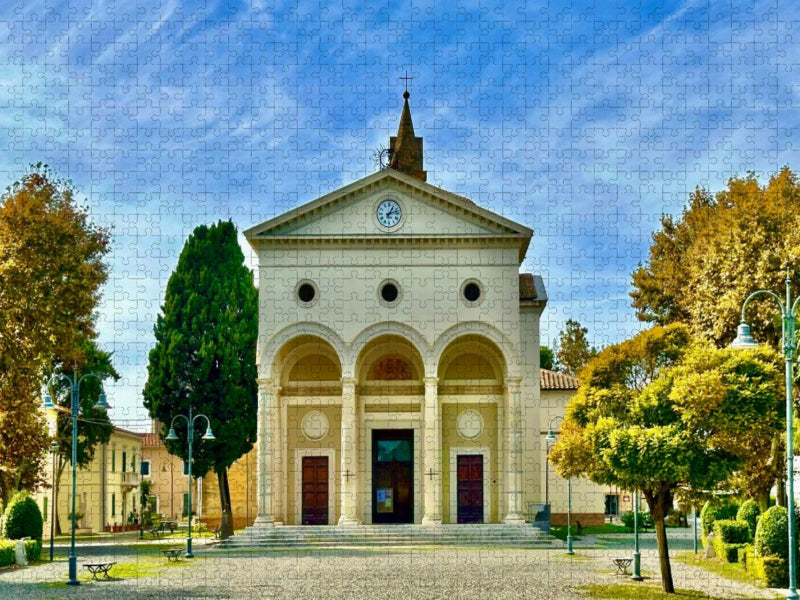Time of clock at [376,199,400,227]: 1:12
